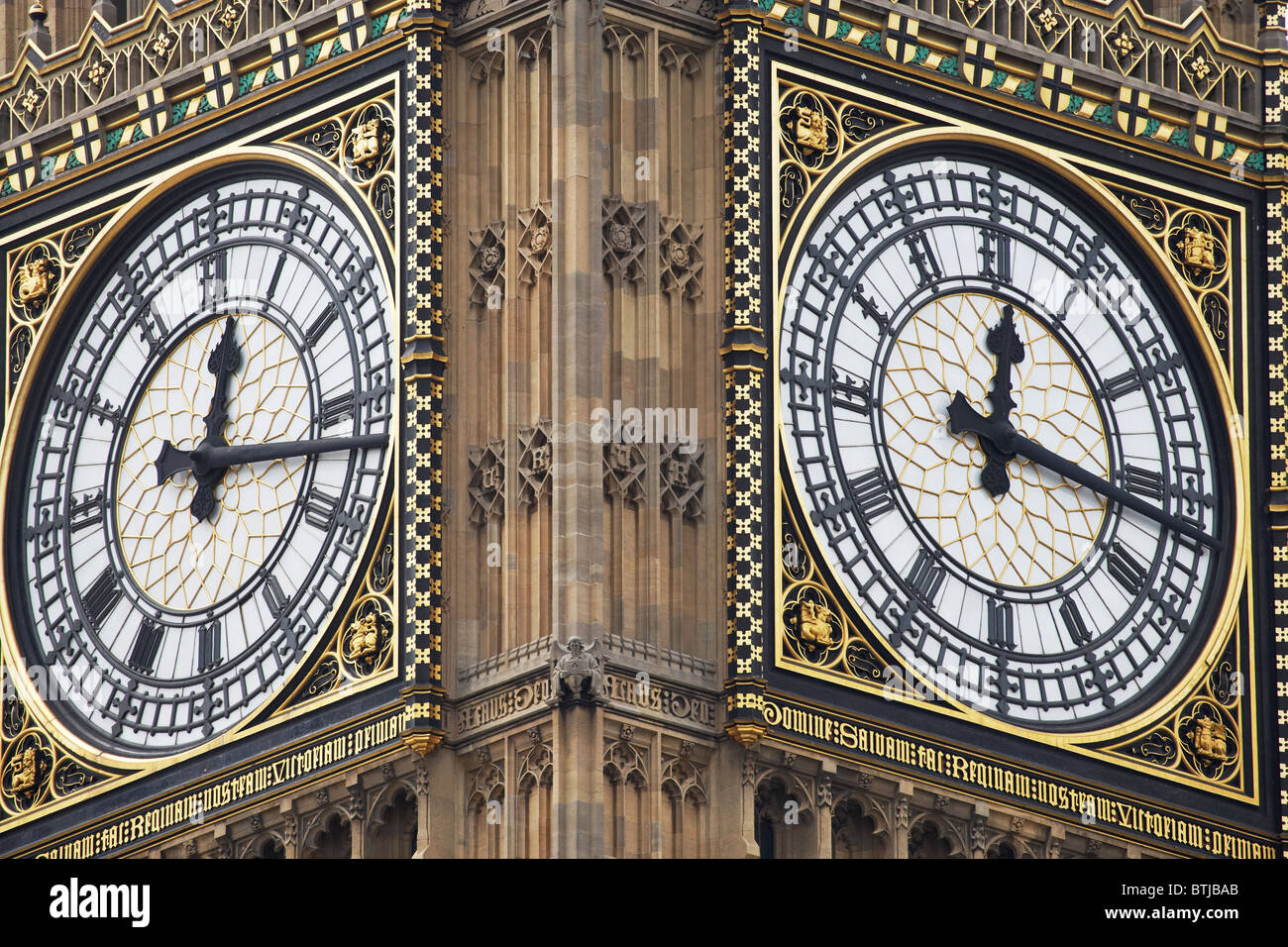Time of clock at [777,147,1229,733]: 12:16
